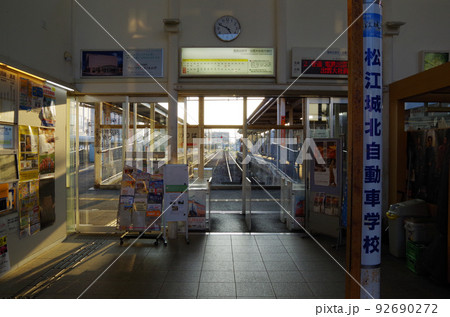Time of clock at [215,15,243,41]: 4:49
